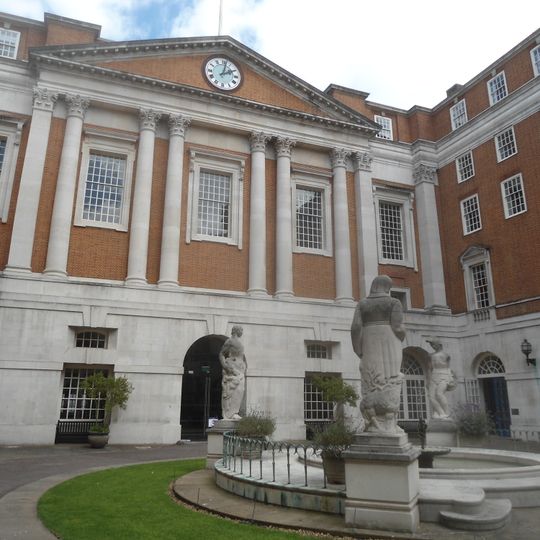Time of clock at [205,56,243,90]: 2:02
